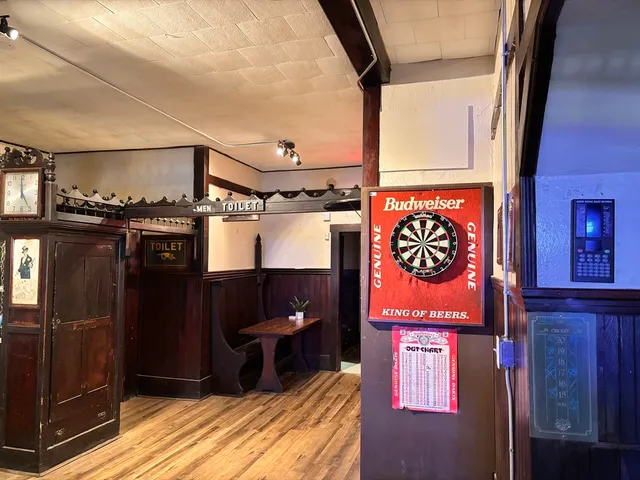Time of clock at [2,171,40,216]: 4:59
